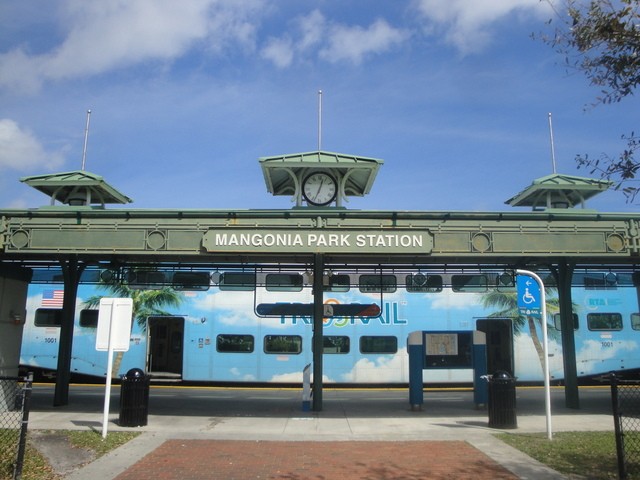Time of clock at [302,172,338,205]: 12:33
